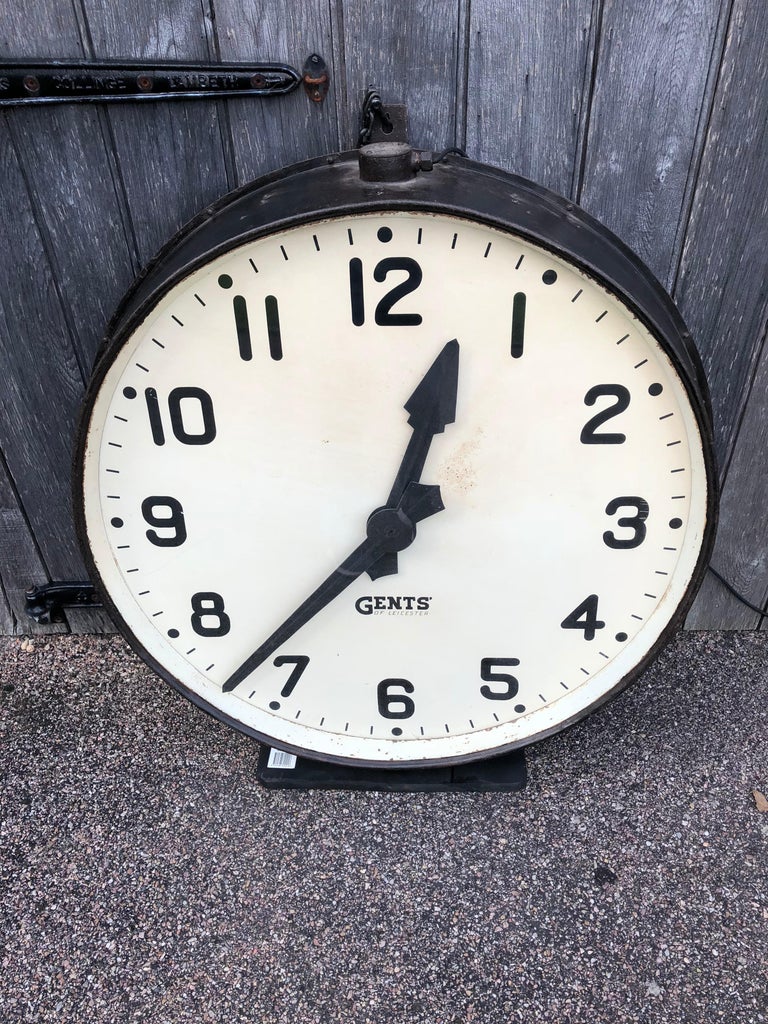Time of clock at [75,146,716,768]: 12:37
